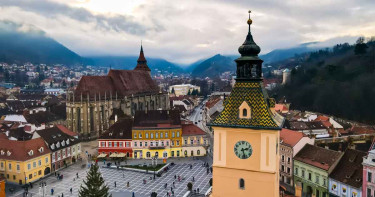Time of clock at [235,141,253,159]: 2:27
